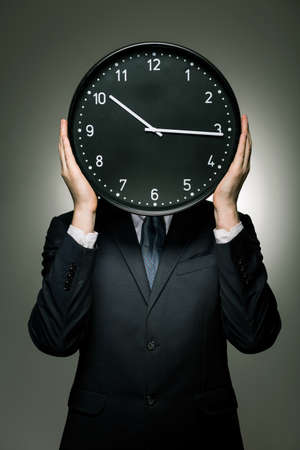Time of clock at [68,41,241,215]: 10:15
